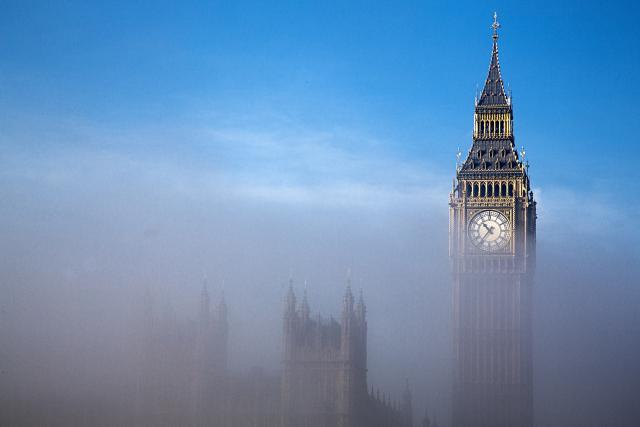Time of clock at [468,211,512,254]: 10:36
